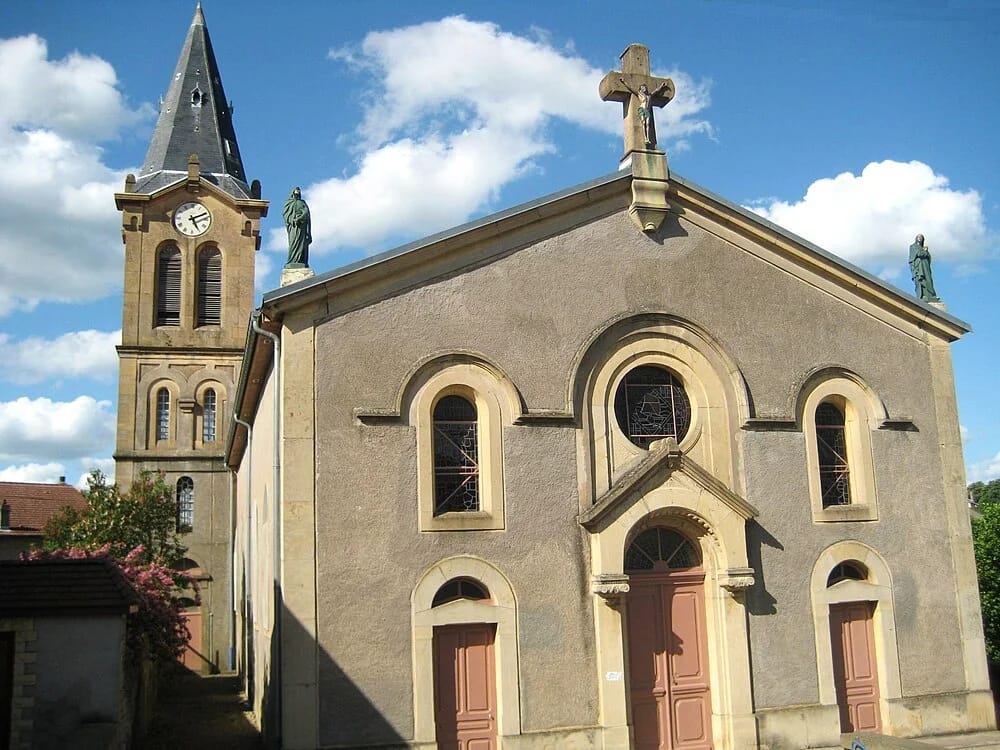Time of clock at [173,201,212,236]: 5:11
